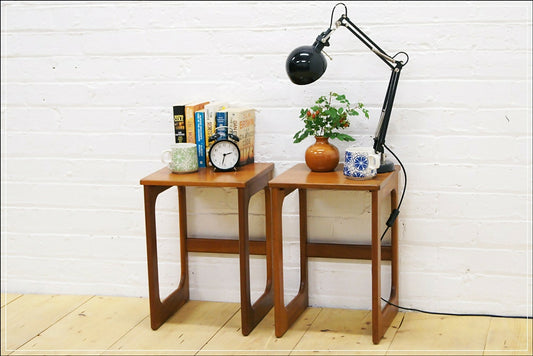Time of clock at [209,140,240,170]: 2:32
